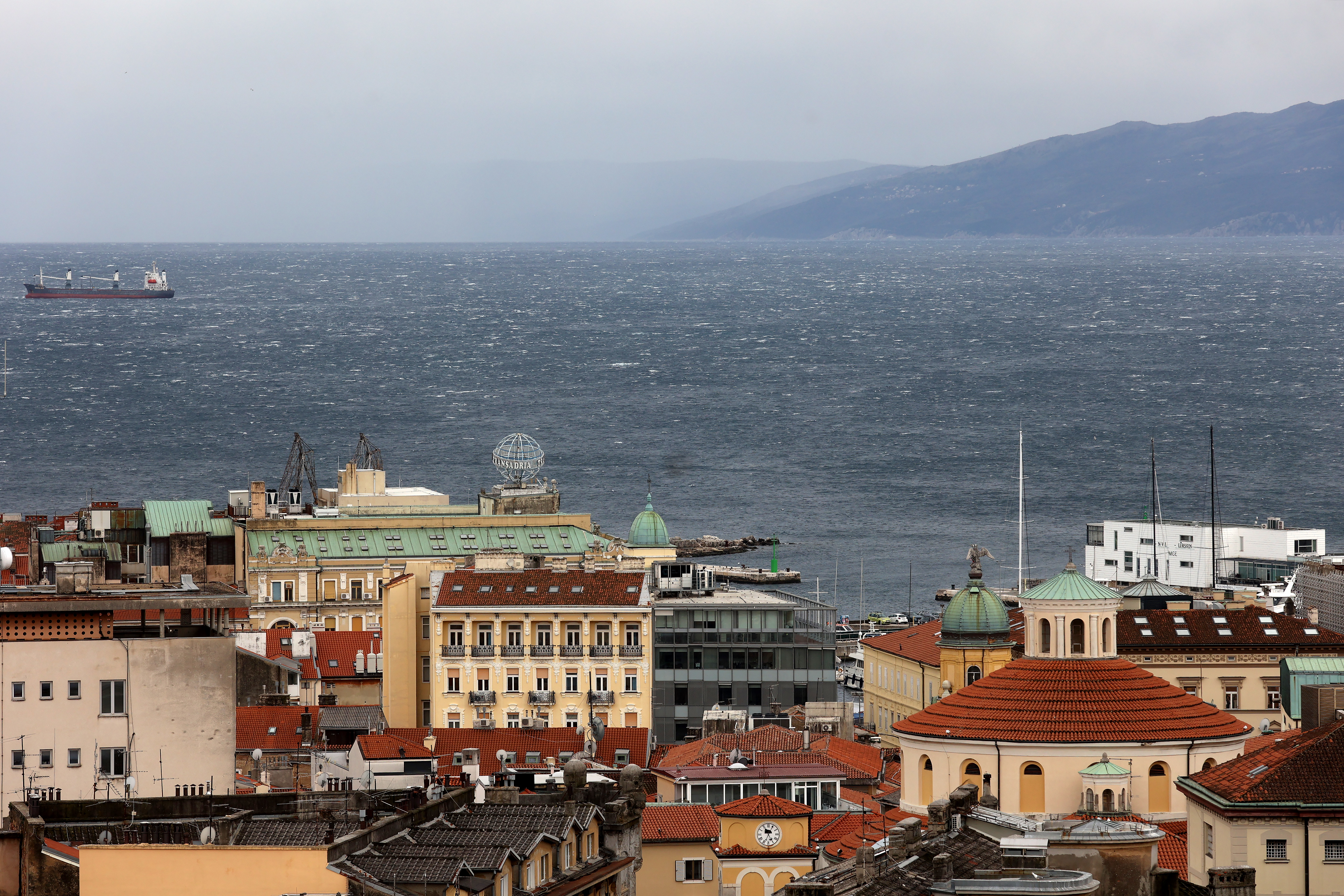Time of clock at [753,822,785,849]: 11:04
